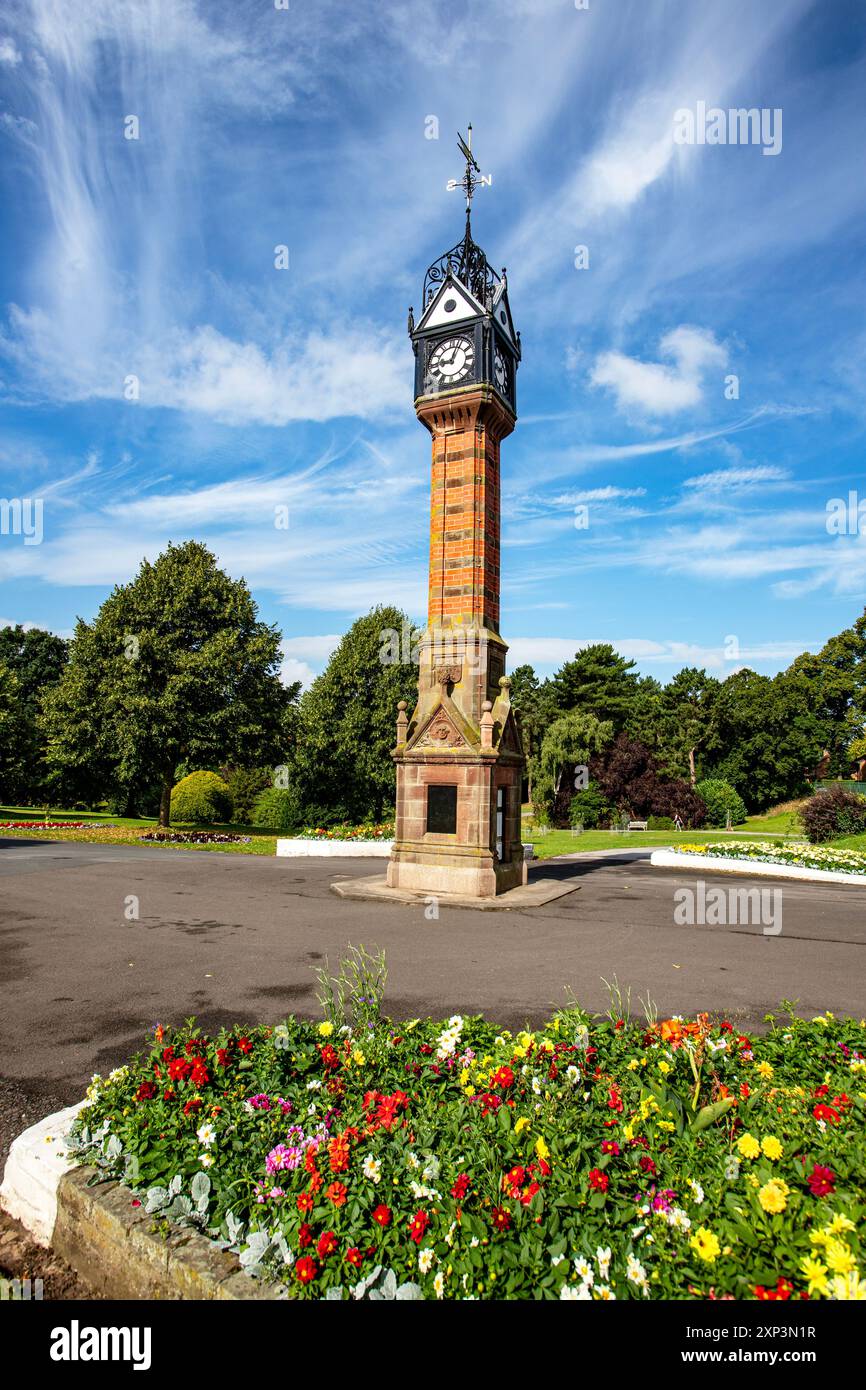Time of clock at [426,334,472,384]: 9:03
